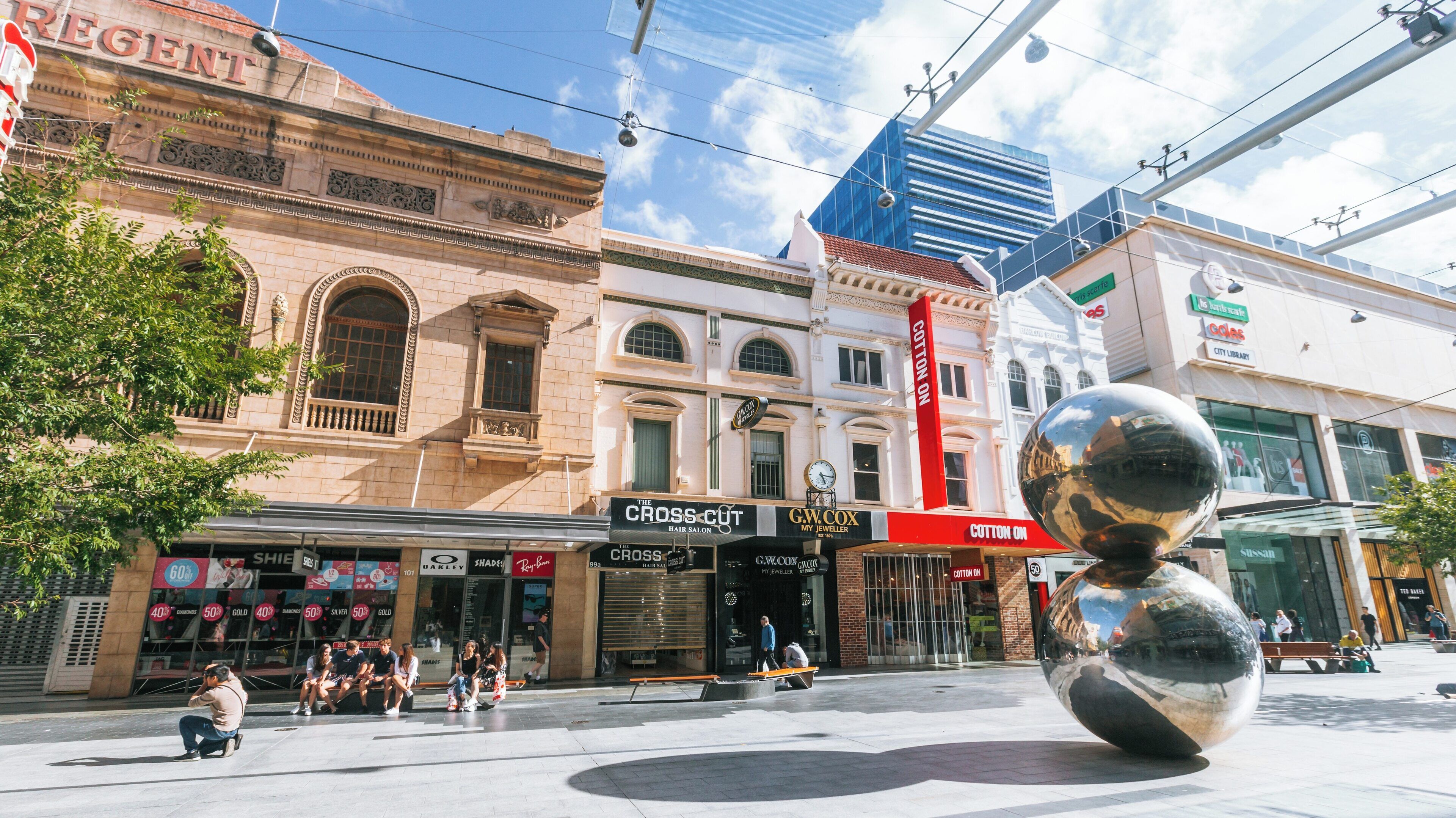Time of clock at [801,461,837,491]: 5:15
